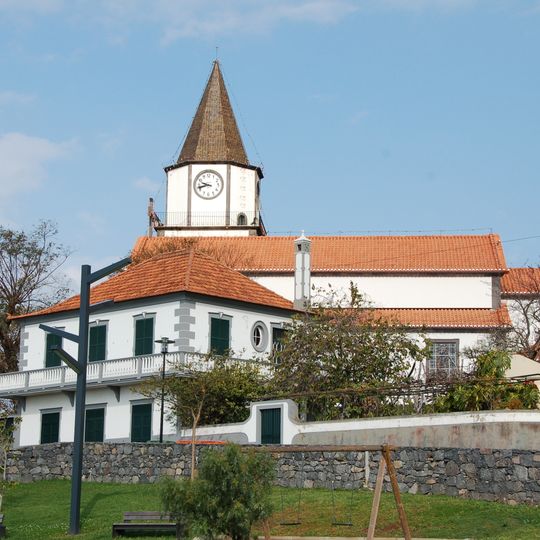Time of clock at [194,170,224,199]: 9:42
